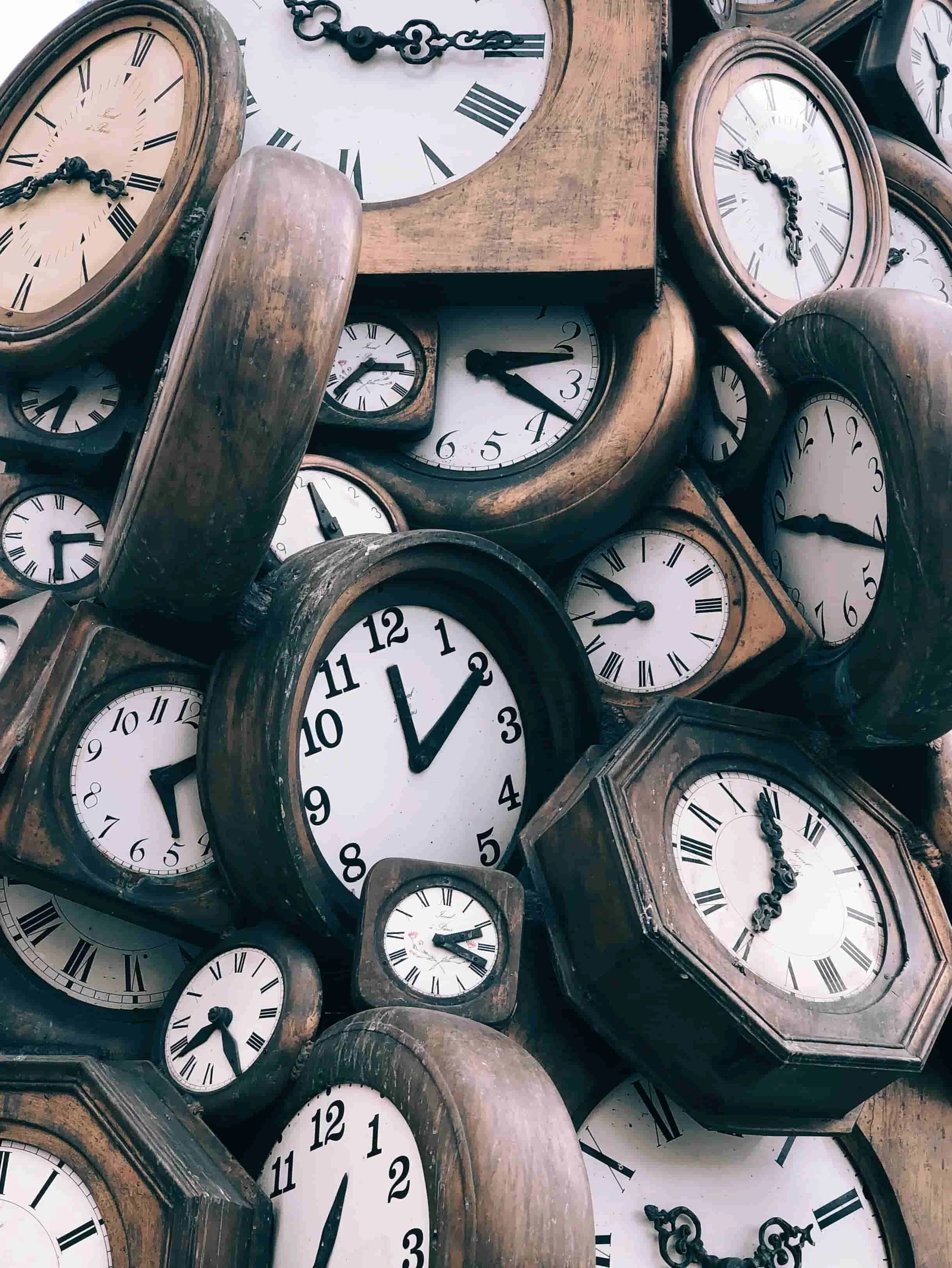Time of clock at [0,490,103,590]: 2:29
